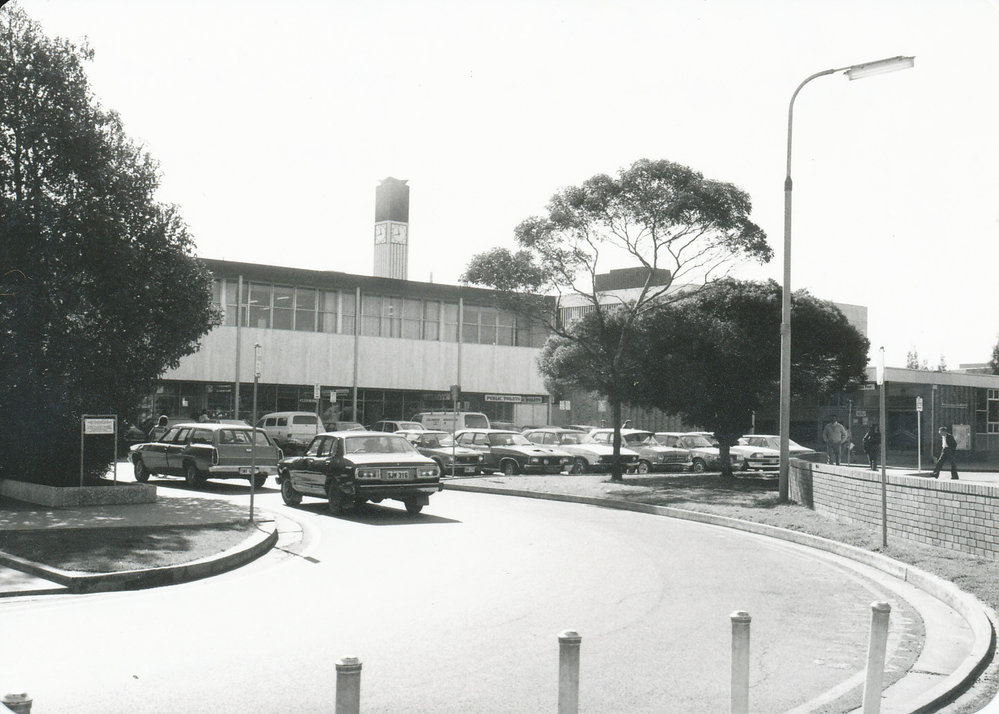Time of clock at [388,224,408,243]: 11:42
